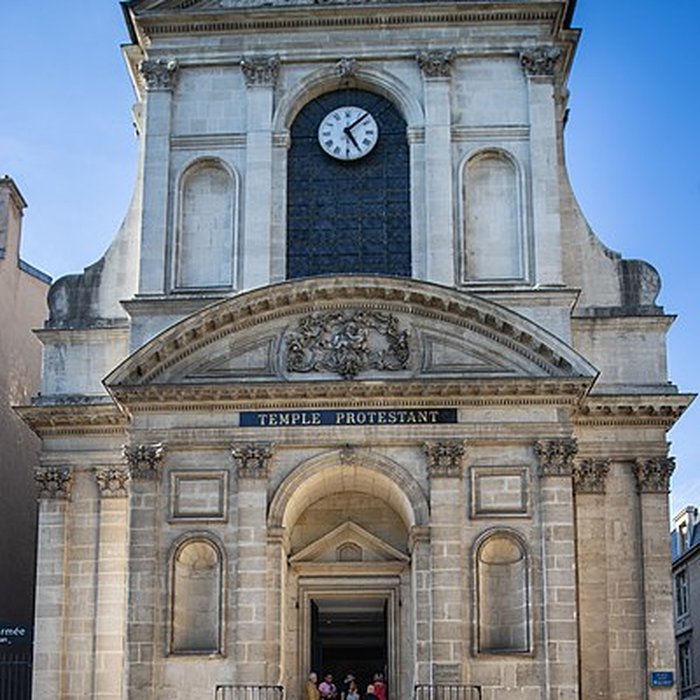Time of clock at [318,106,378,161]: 5:07
